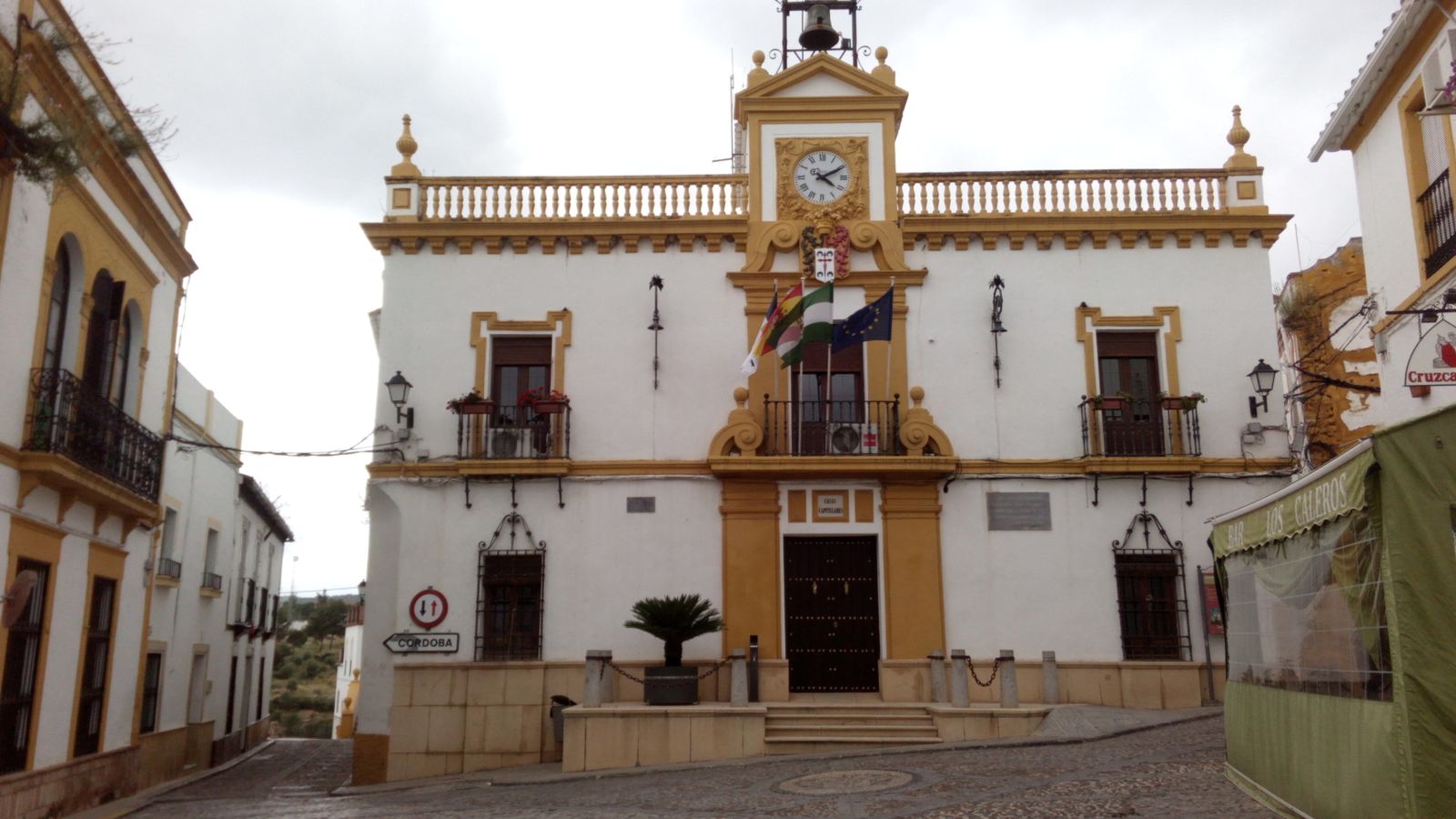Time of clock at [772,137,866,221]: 4:10
